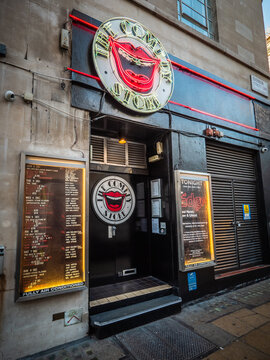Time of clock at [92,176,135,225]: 9:12
